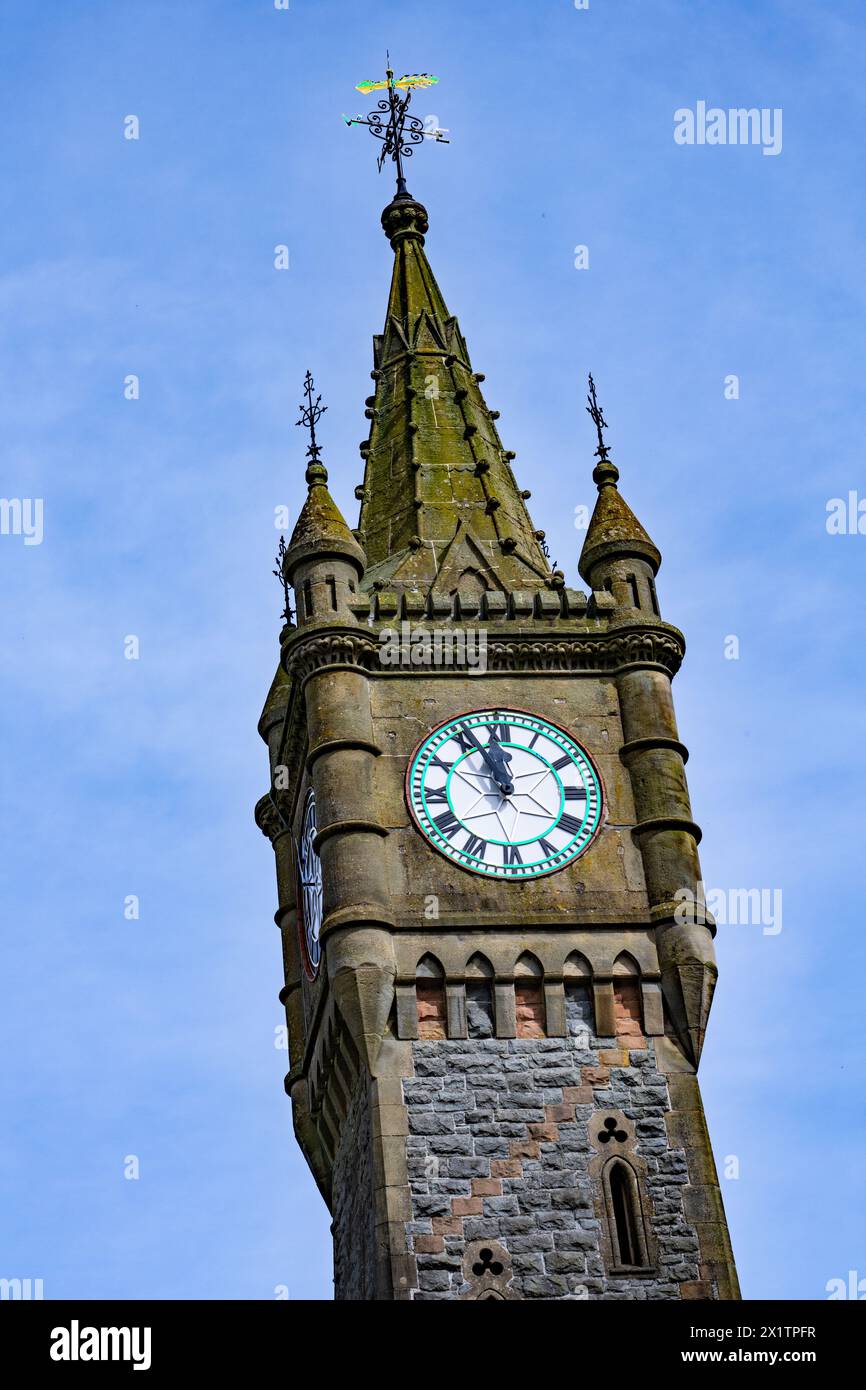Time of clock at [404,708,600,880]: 11:55
